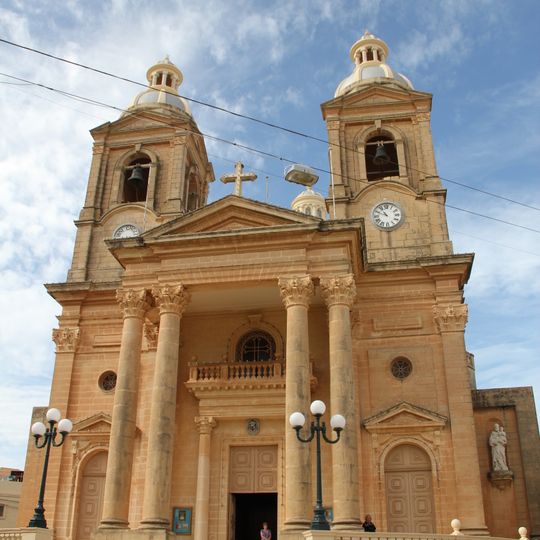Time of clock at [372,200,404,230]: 10:48
